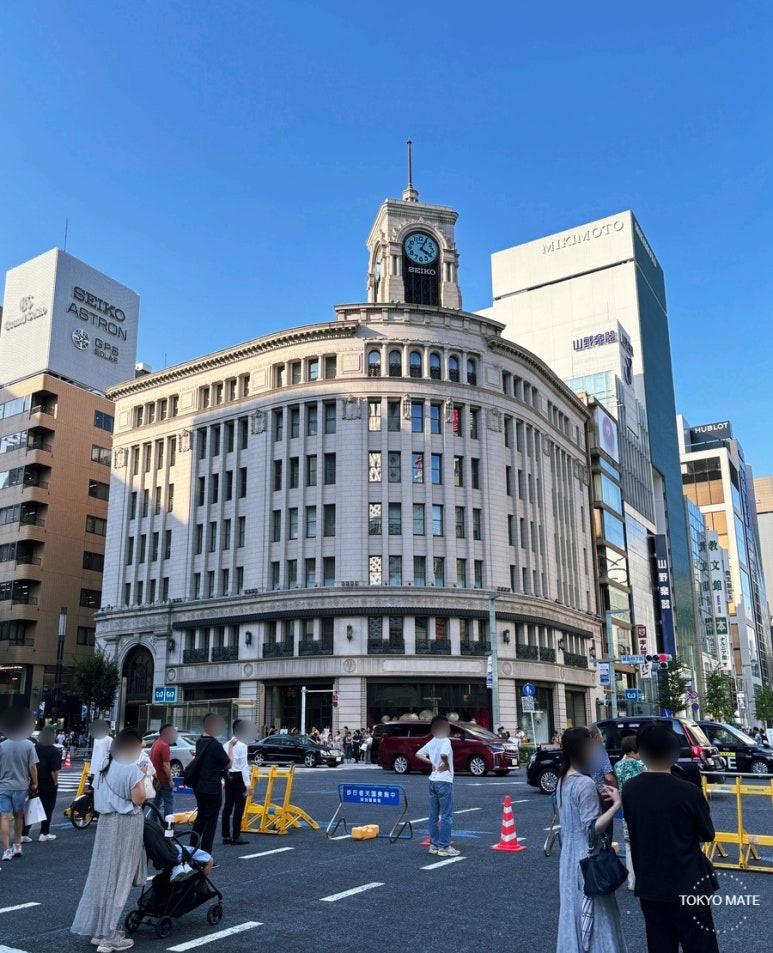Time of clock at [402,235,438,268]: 4:04
